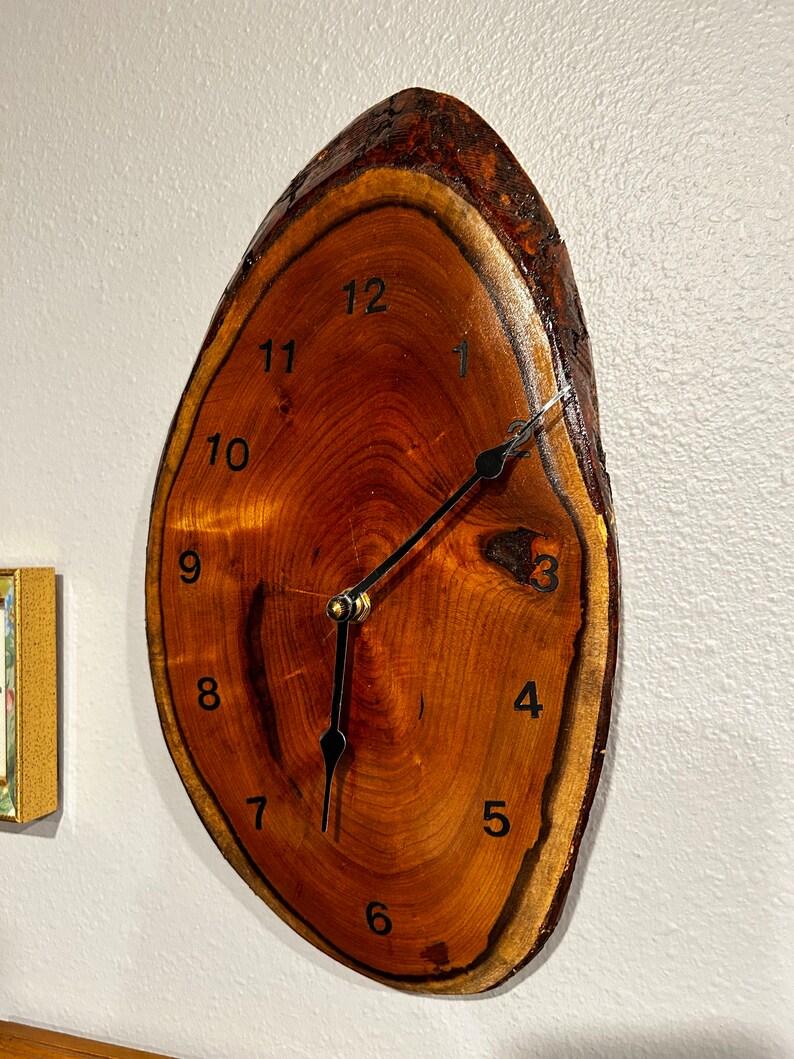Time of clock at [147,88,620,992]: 6:10
